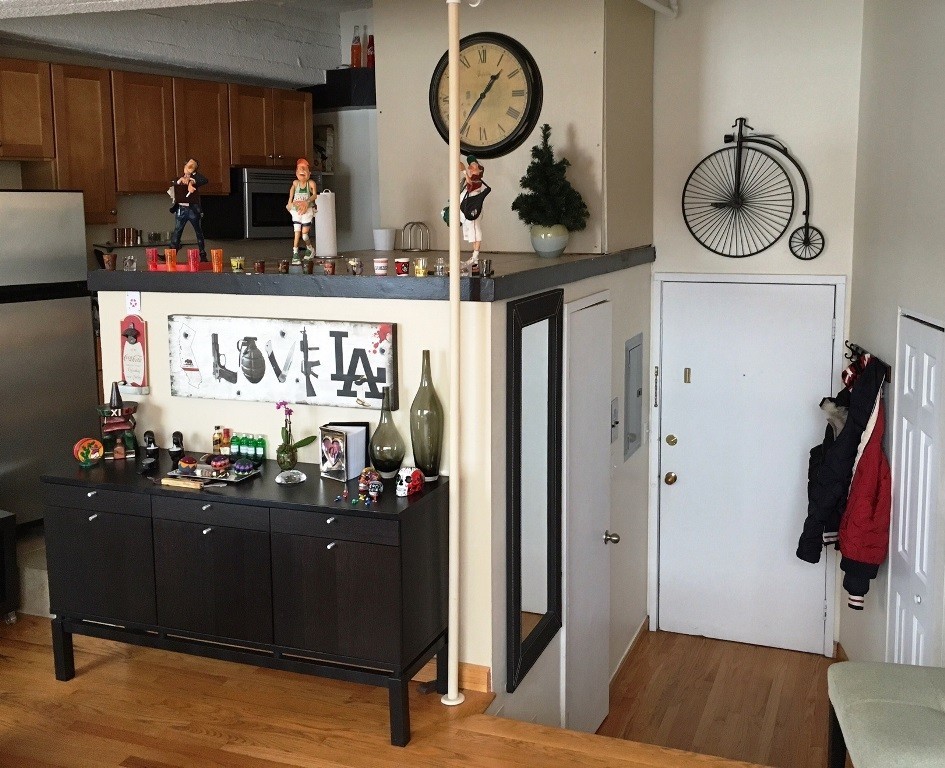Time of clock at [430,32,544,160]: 1:36
